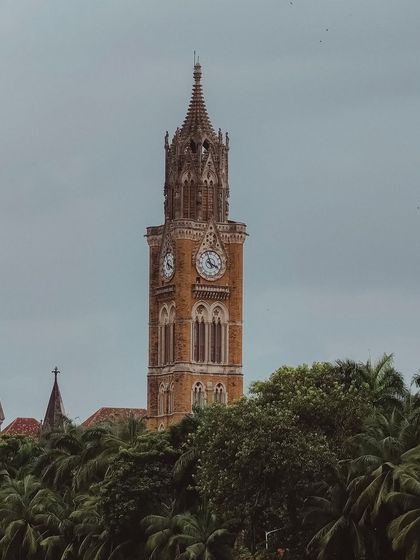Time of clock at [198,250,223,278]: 3:57
